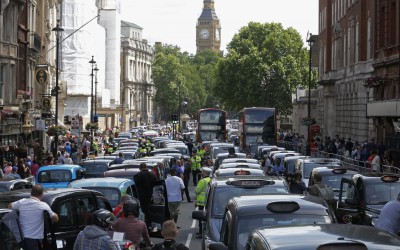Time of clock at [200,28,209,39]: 2:40
